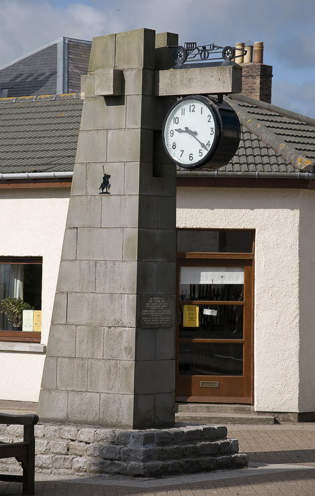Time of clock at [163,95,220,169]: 9:21
